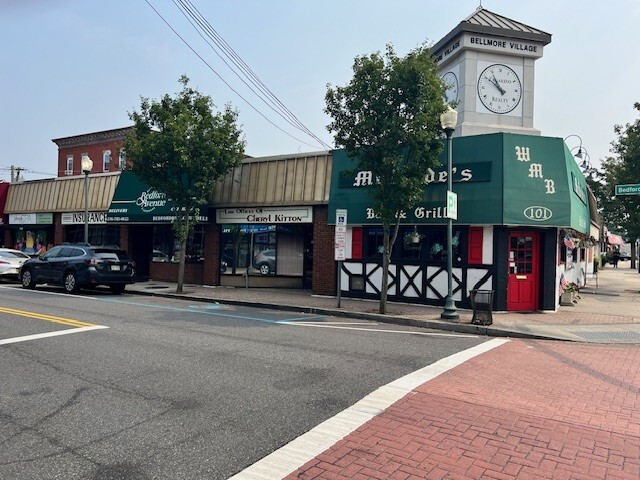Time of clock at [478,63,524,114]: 10:50
